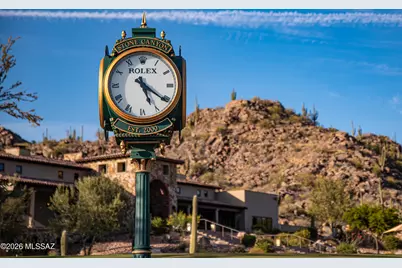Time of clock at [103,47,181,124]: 5:20
